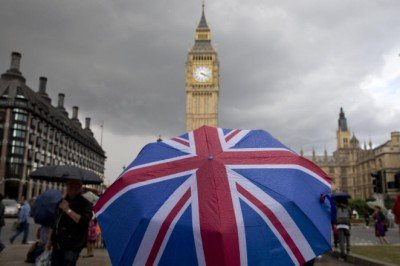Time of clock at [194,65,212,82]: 4:18
